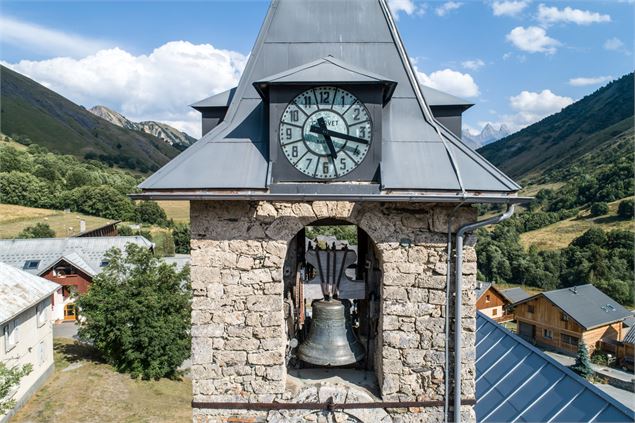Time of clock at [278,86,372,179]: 5:17
